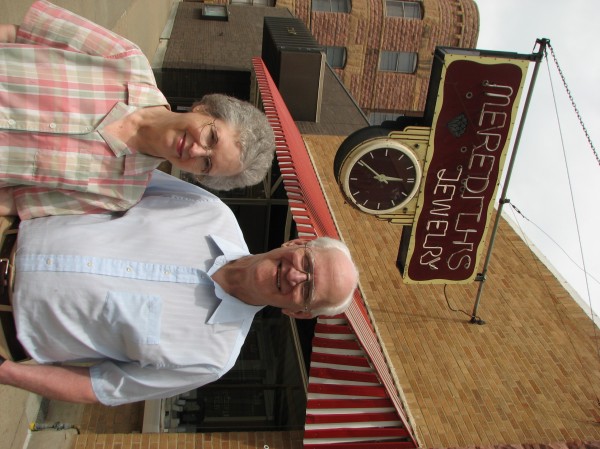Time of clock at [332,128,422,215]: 2:51
